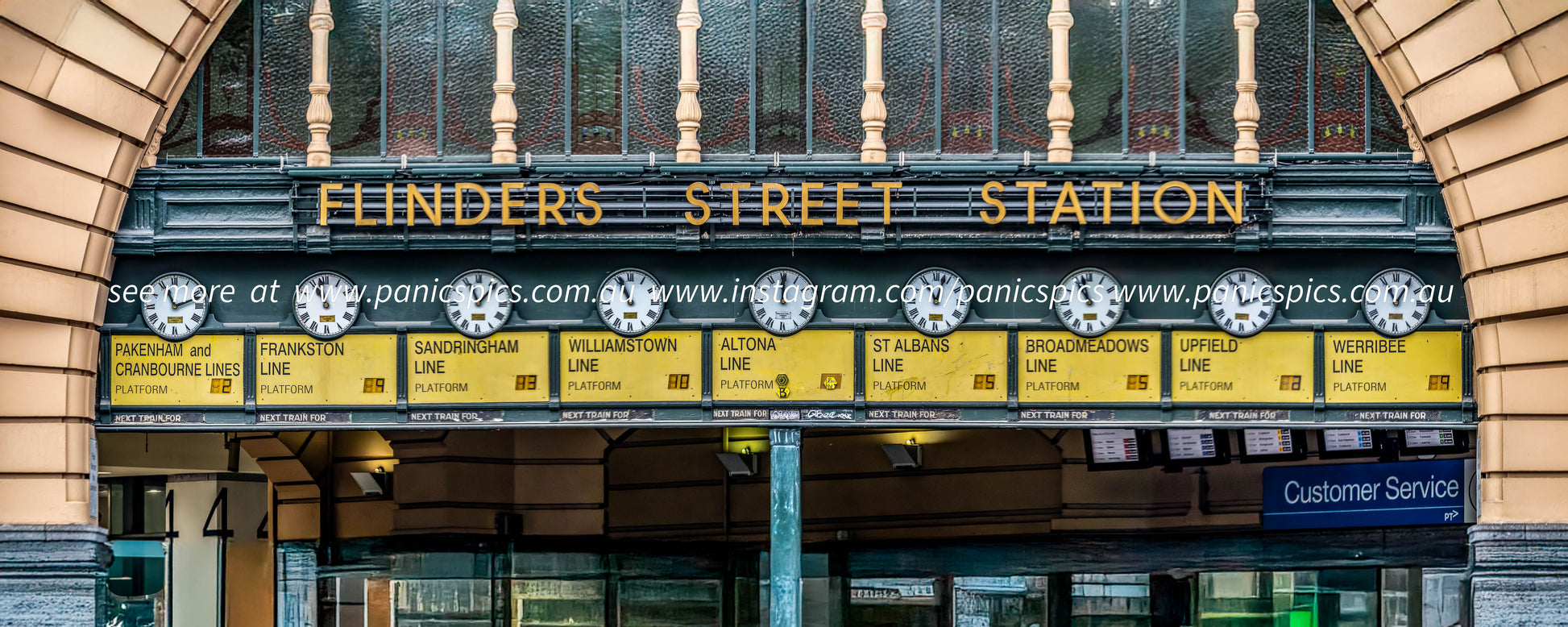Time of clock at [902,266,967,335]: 11:02
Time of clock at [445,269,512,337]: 11:06
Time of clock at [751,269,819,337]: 12:00
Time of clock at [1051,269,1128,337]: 10:57
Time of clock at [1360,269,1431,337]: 11:05
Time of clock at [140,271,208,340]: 11:11
